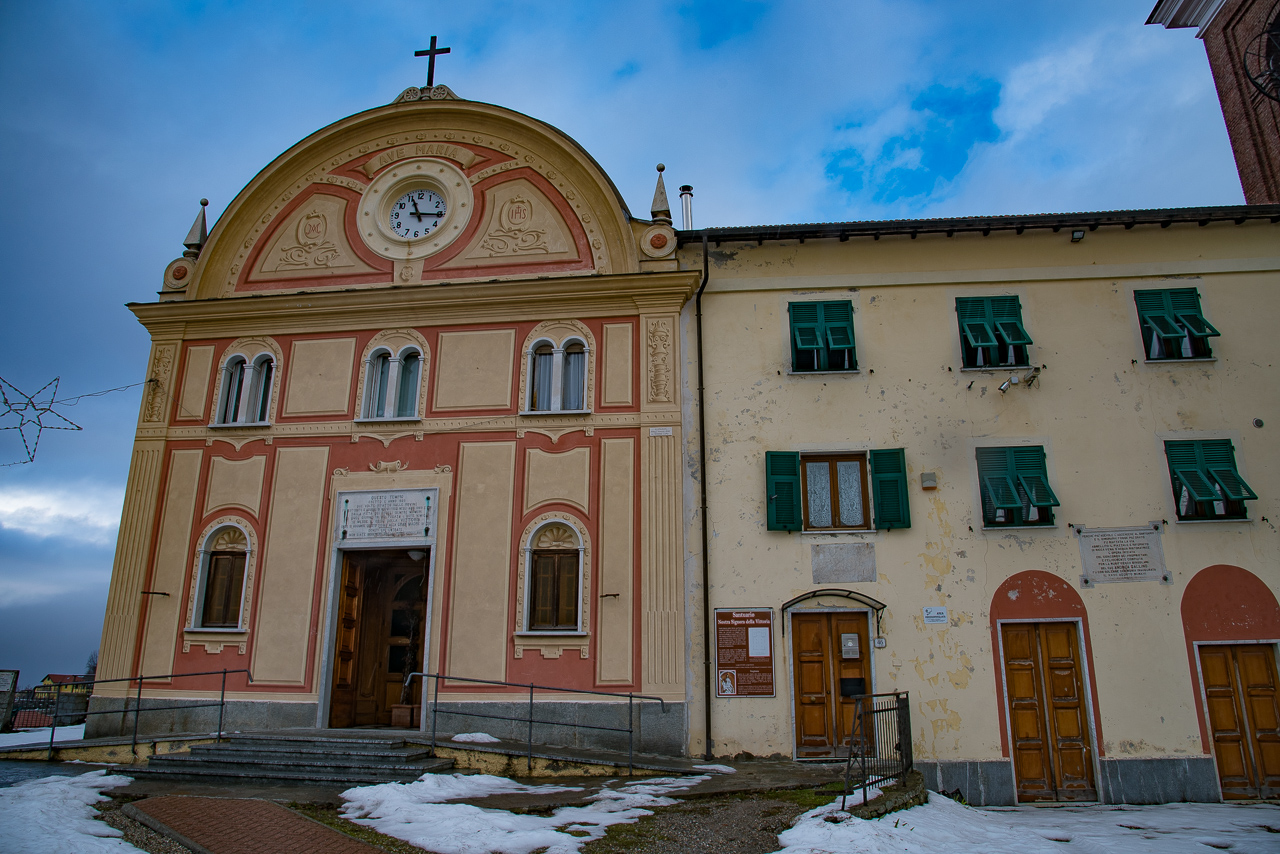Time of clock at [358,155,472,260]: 11:16
